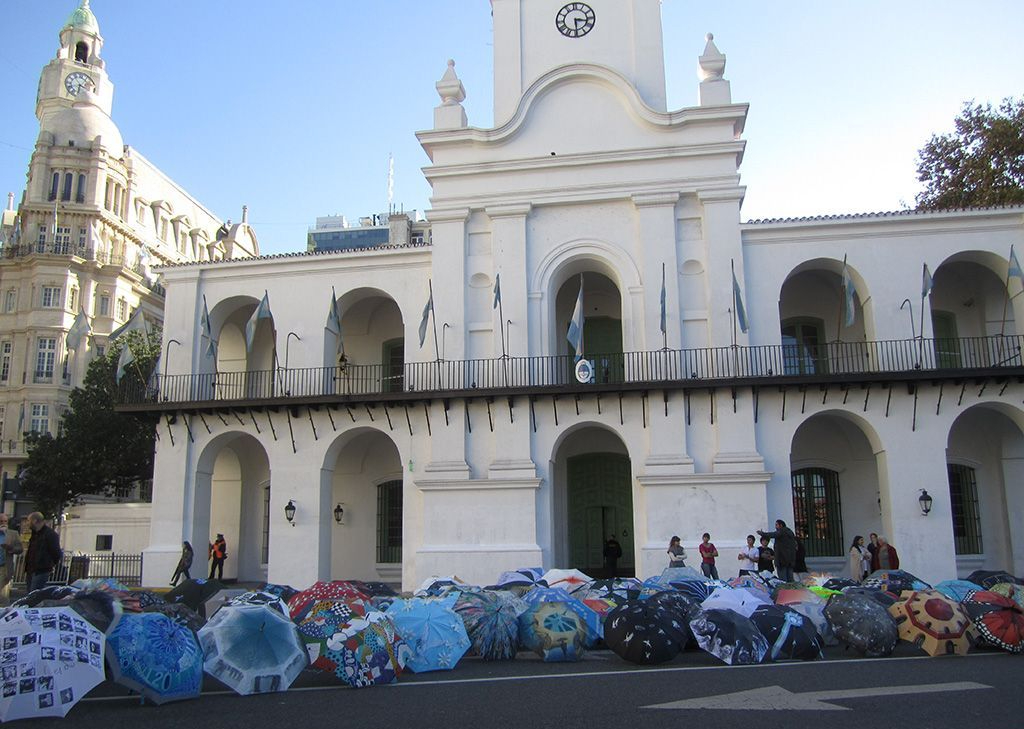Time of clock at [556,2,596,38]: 3:29
